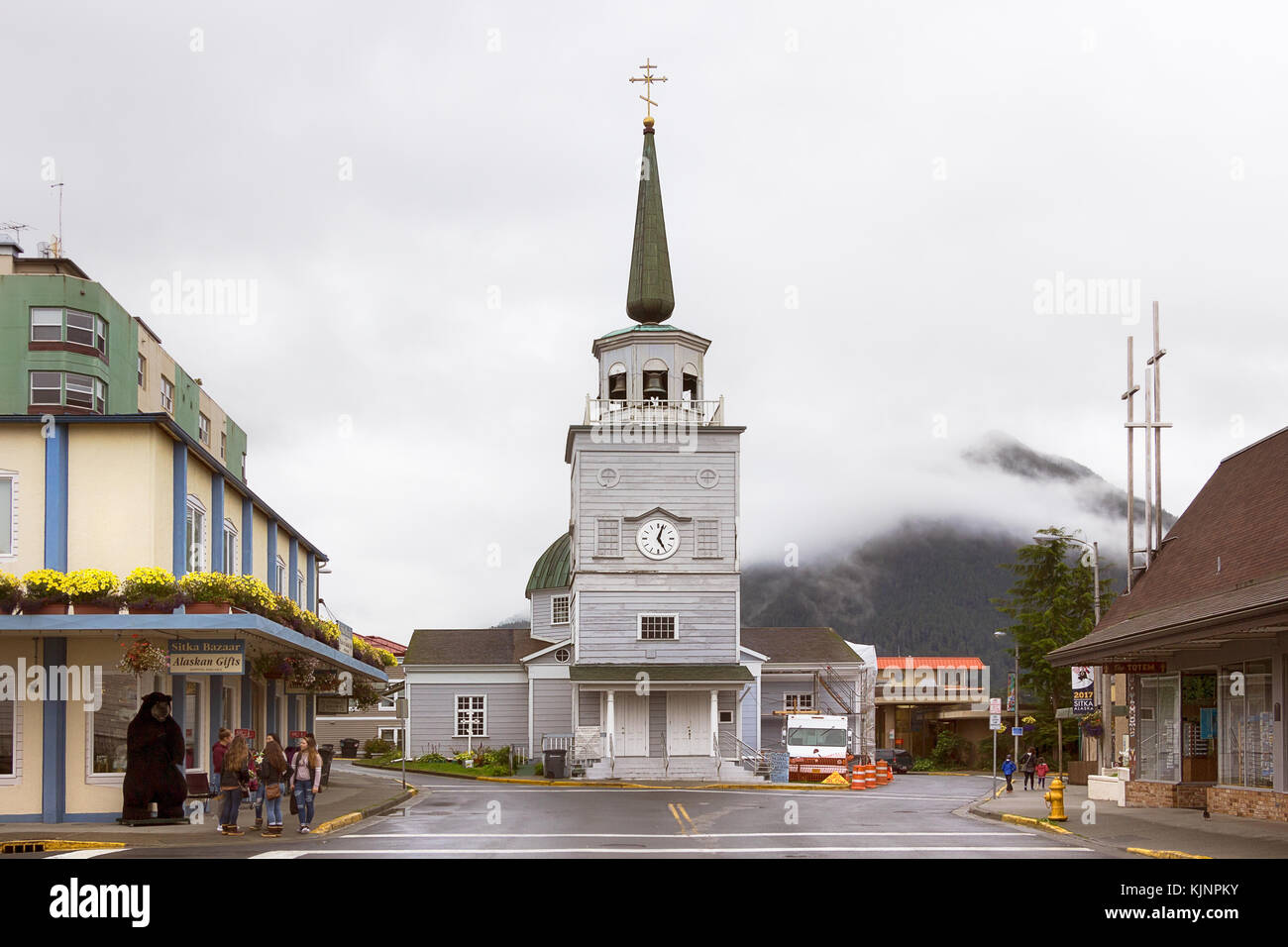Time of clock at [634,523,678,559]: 5:03
